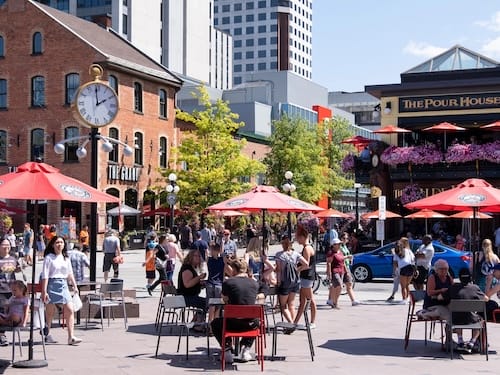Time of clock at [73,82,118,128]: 1:59
